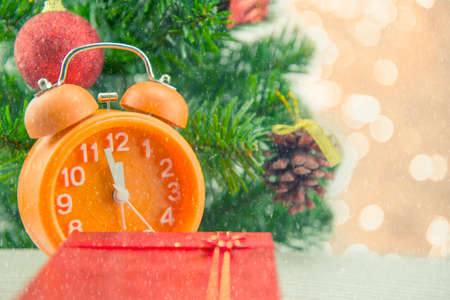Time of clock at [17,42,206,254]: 11:57
